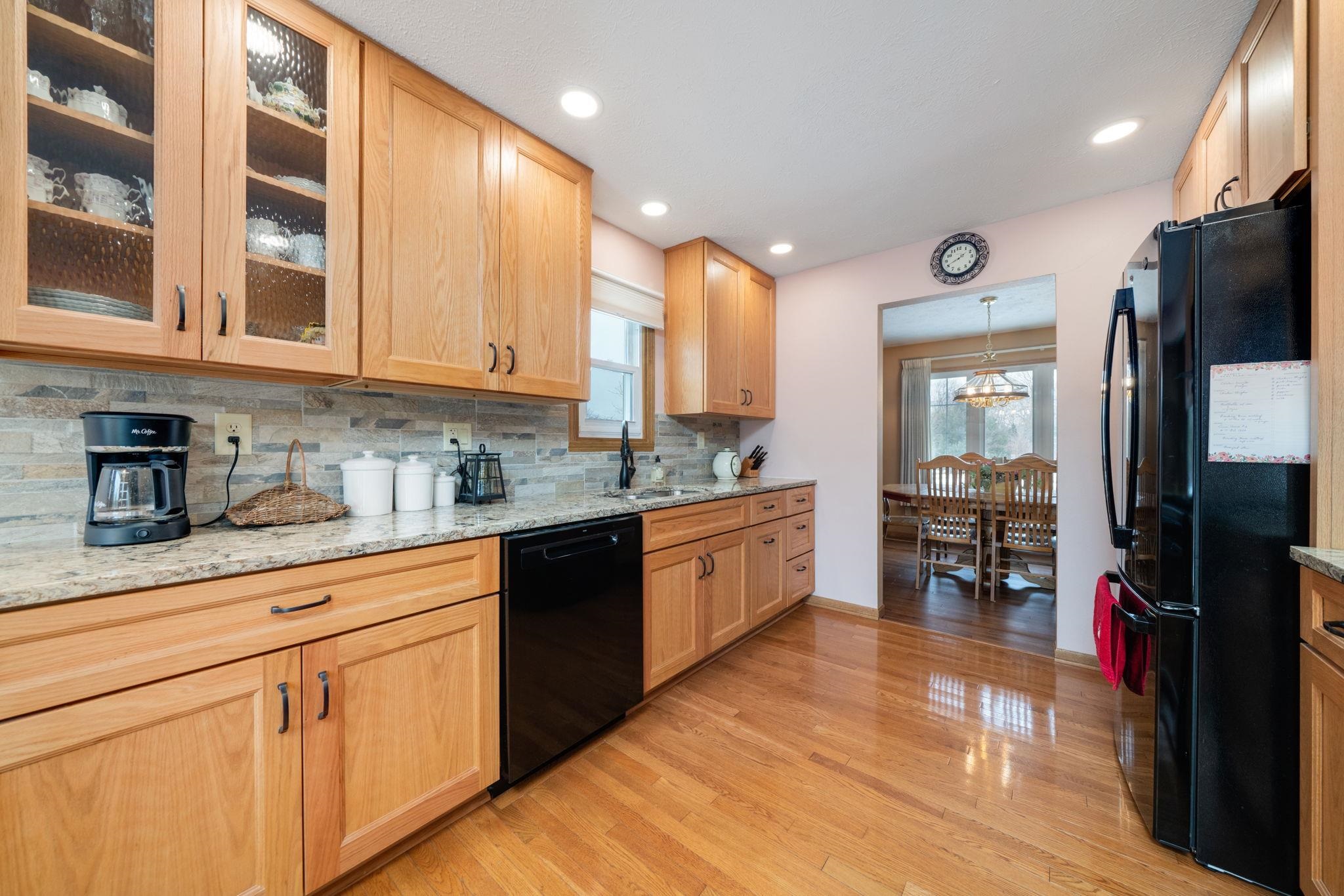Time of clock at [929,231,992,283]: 1:40
